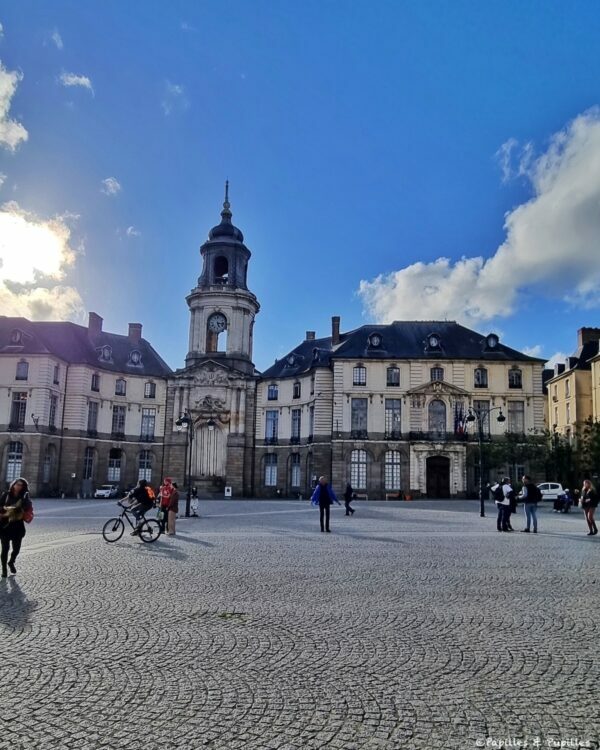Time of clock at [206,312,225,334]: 5:15
